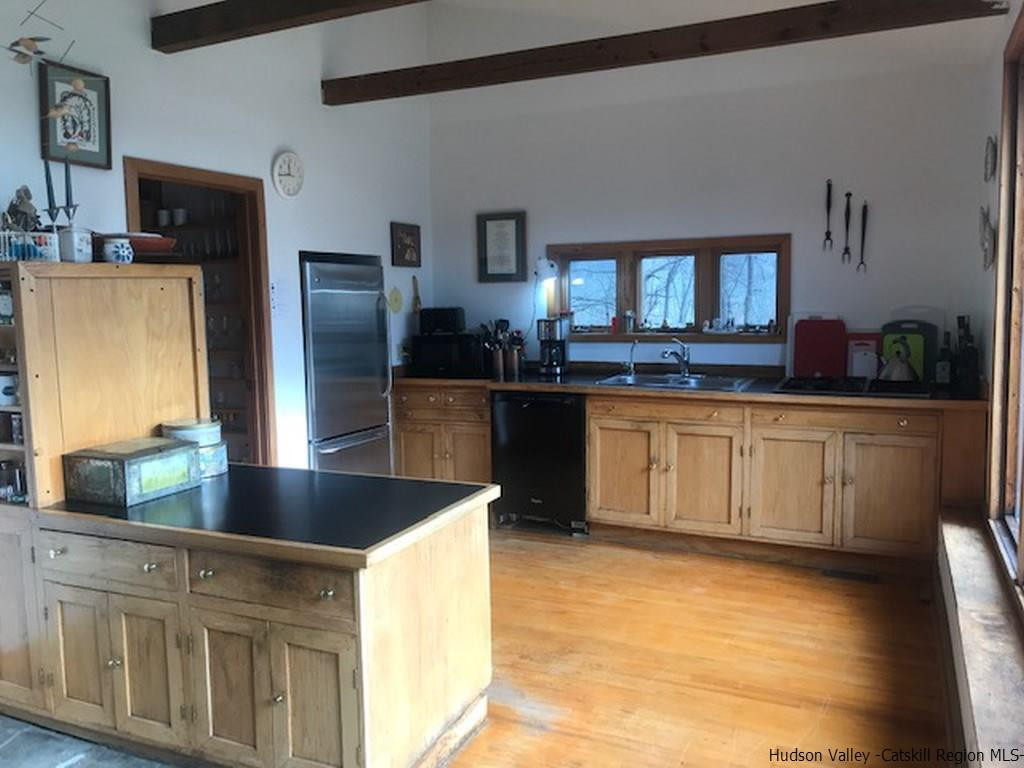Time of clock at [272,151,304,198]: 11:44
